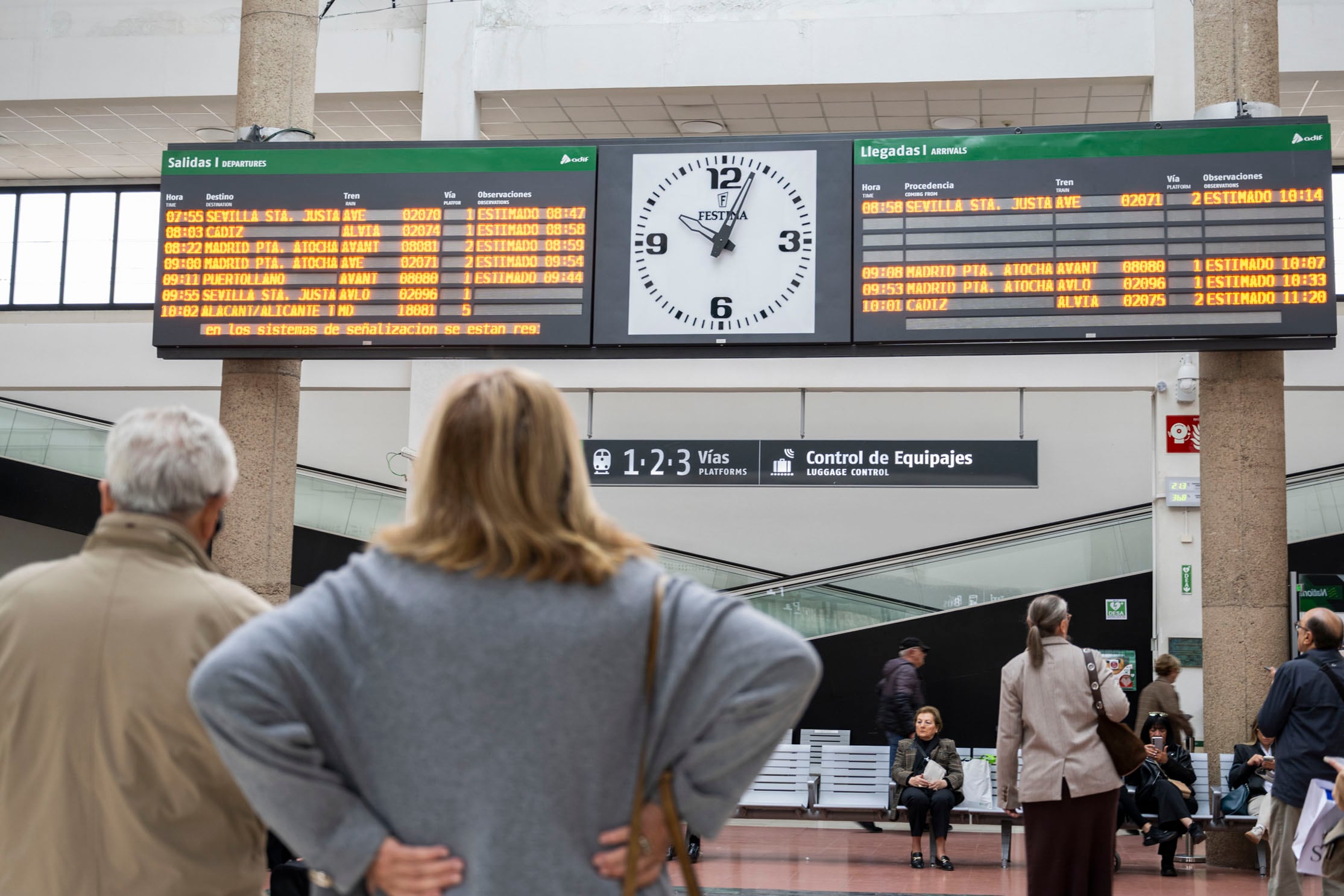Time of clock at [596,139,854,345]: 10:03
